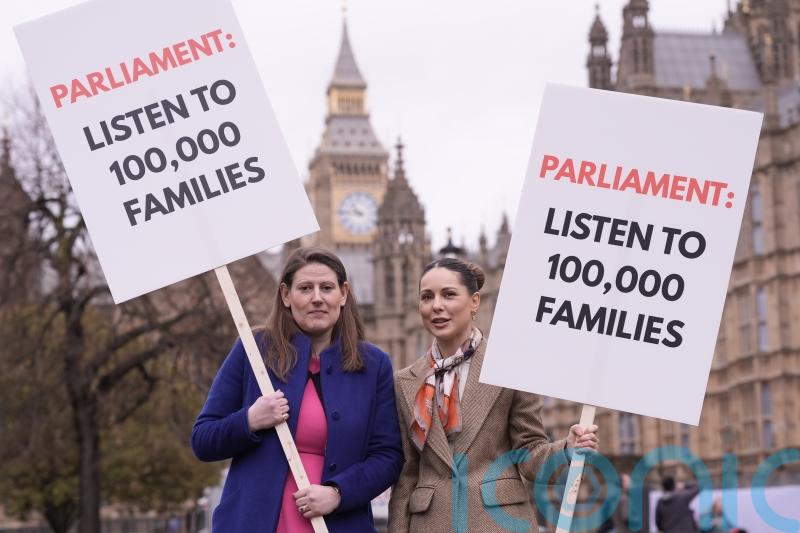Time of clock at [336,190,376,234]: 10:45
